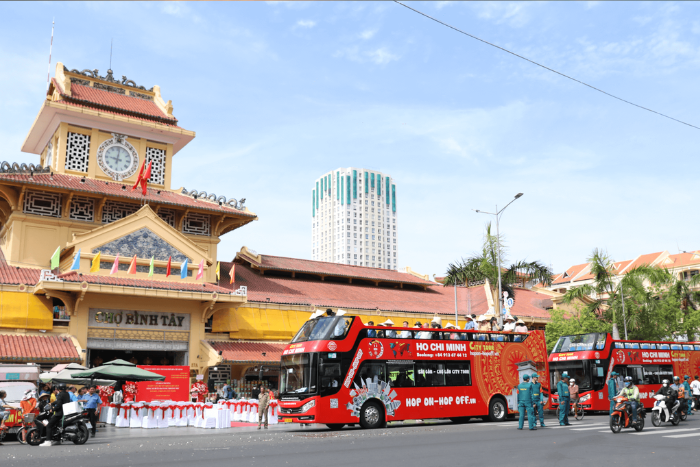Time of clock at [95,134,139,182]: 9:01
